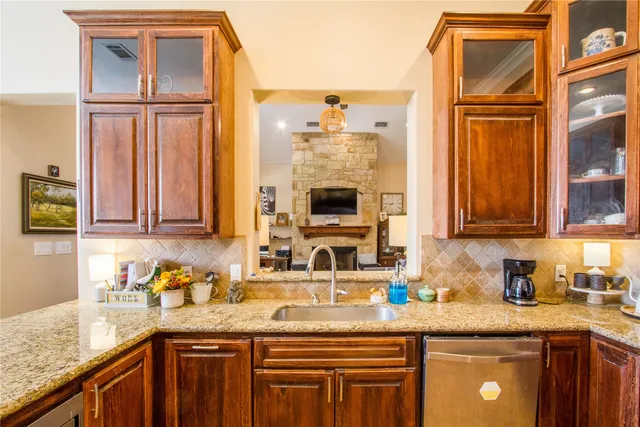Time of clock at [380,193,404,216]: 7:45
